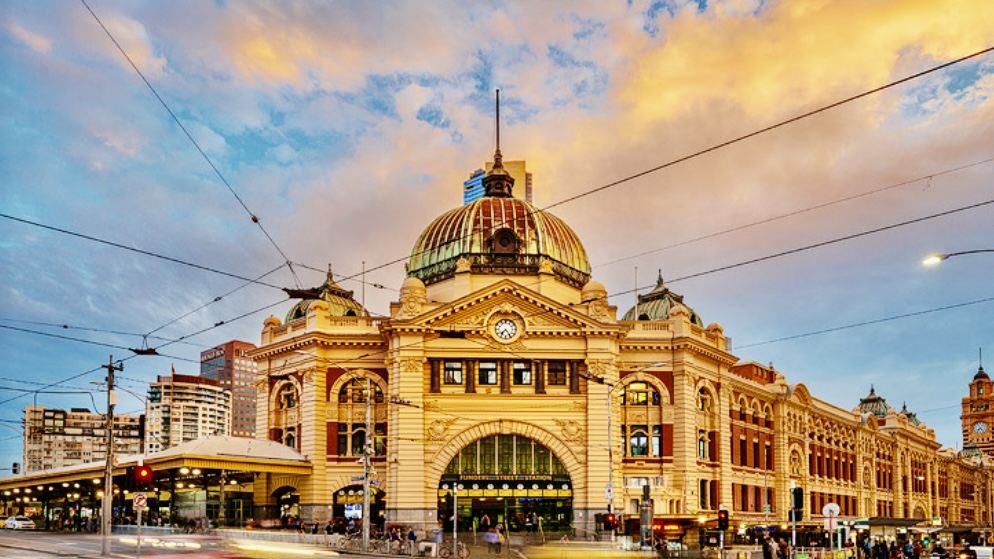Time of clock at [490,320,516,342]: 7:24
